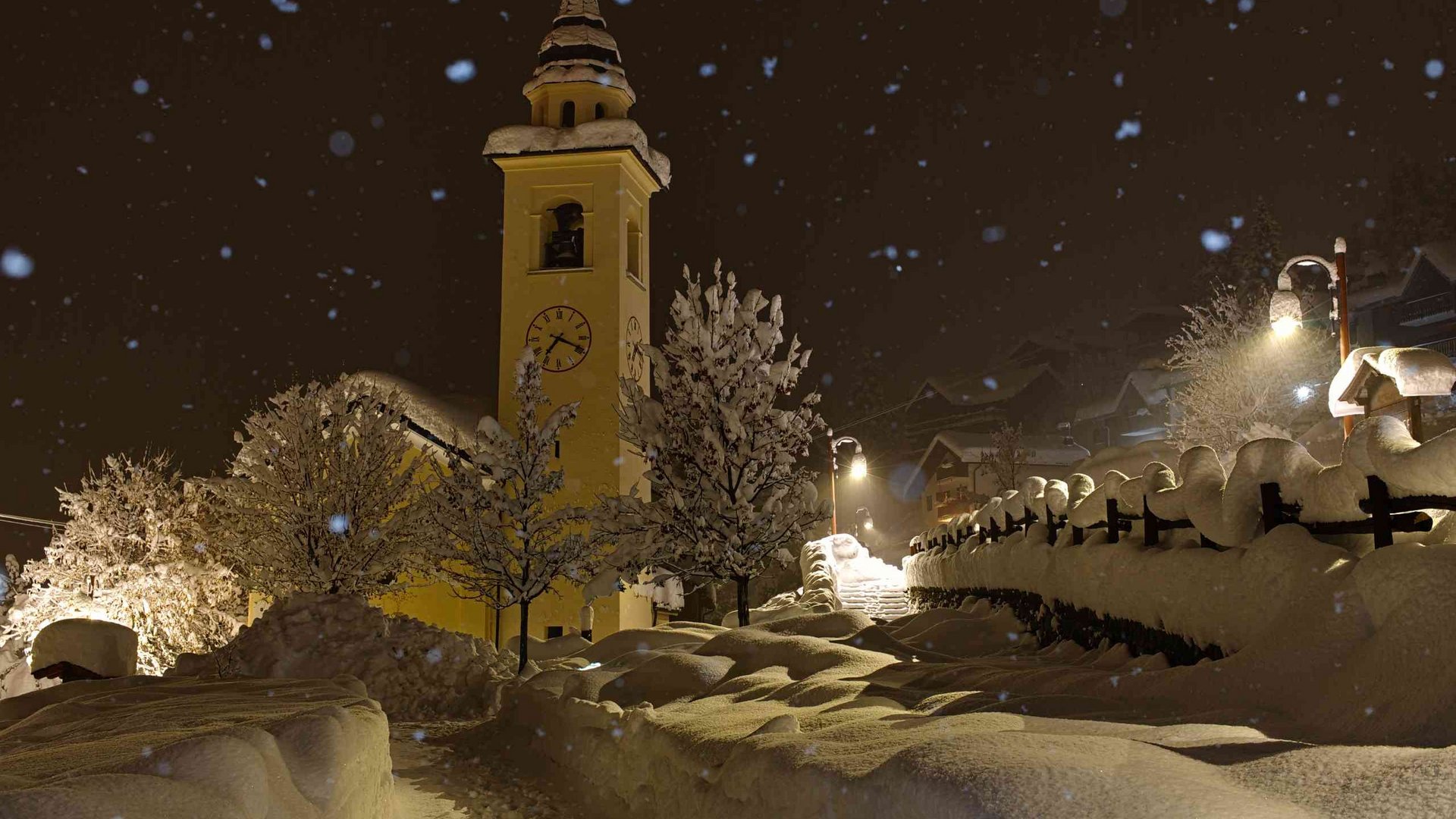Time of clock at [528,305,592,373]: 7:18
